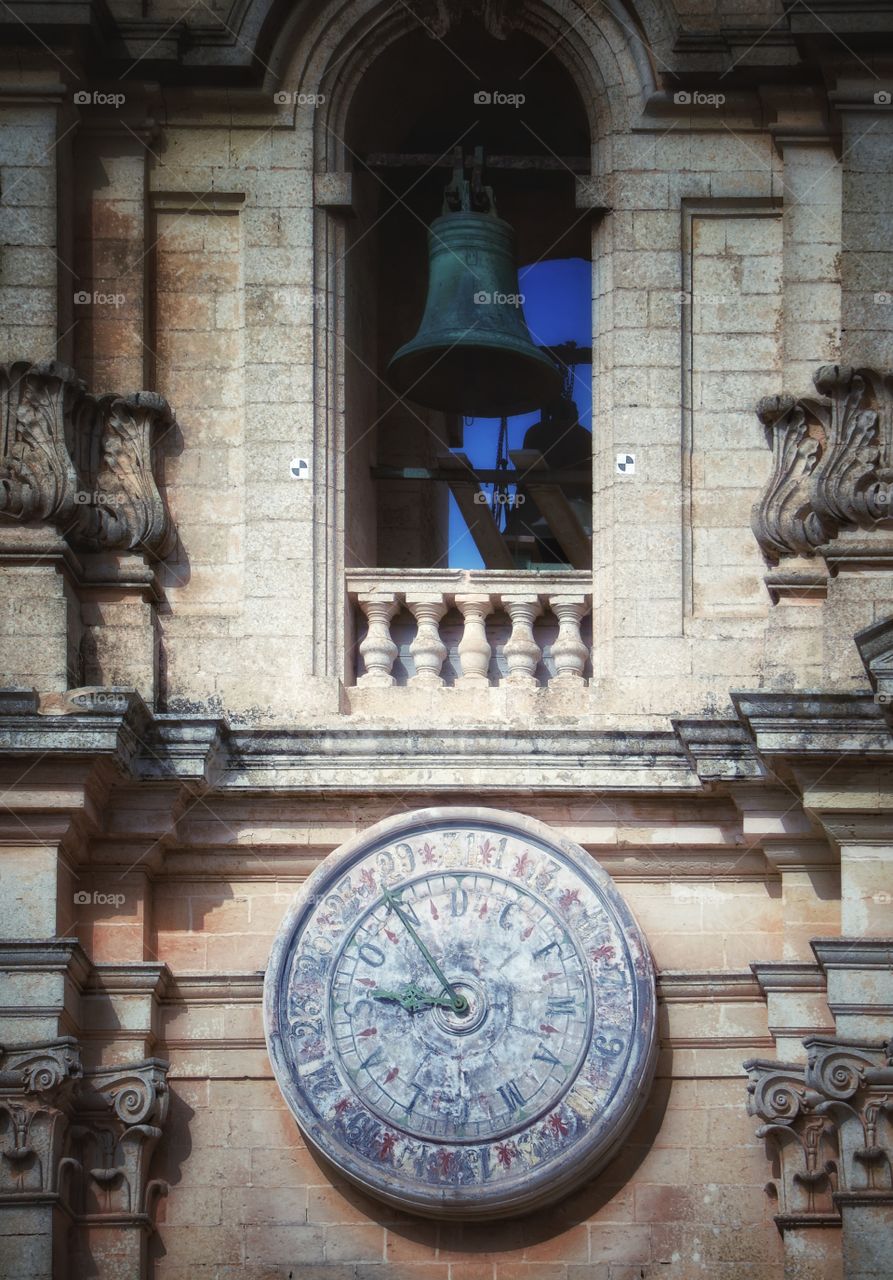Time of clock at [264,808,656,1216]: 8:54
